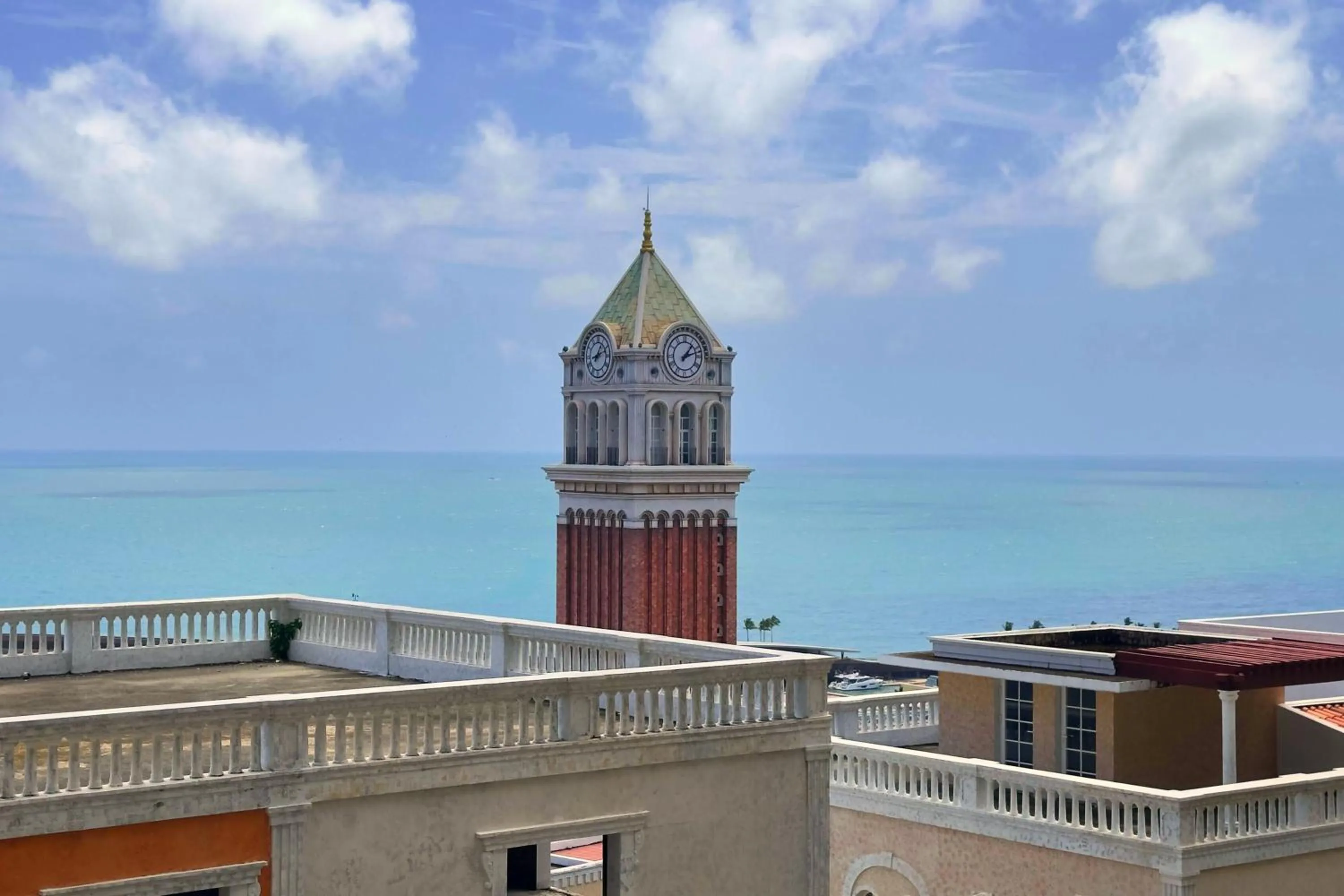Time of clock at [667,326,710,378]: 1:12
